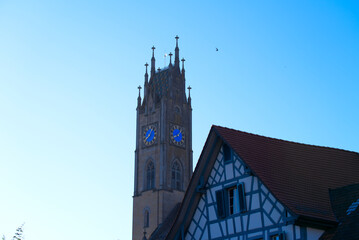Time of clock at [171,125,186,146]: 8:07
